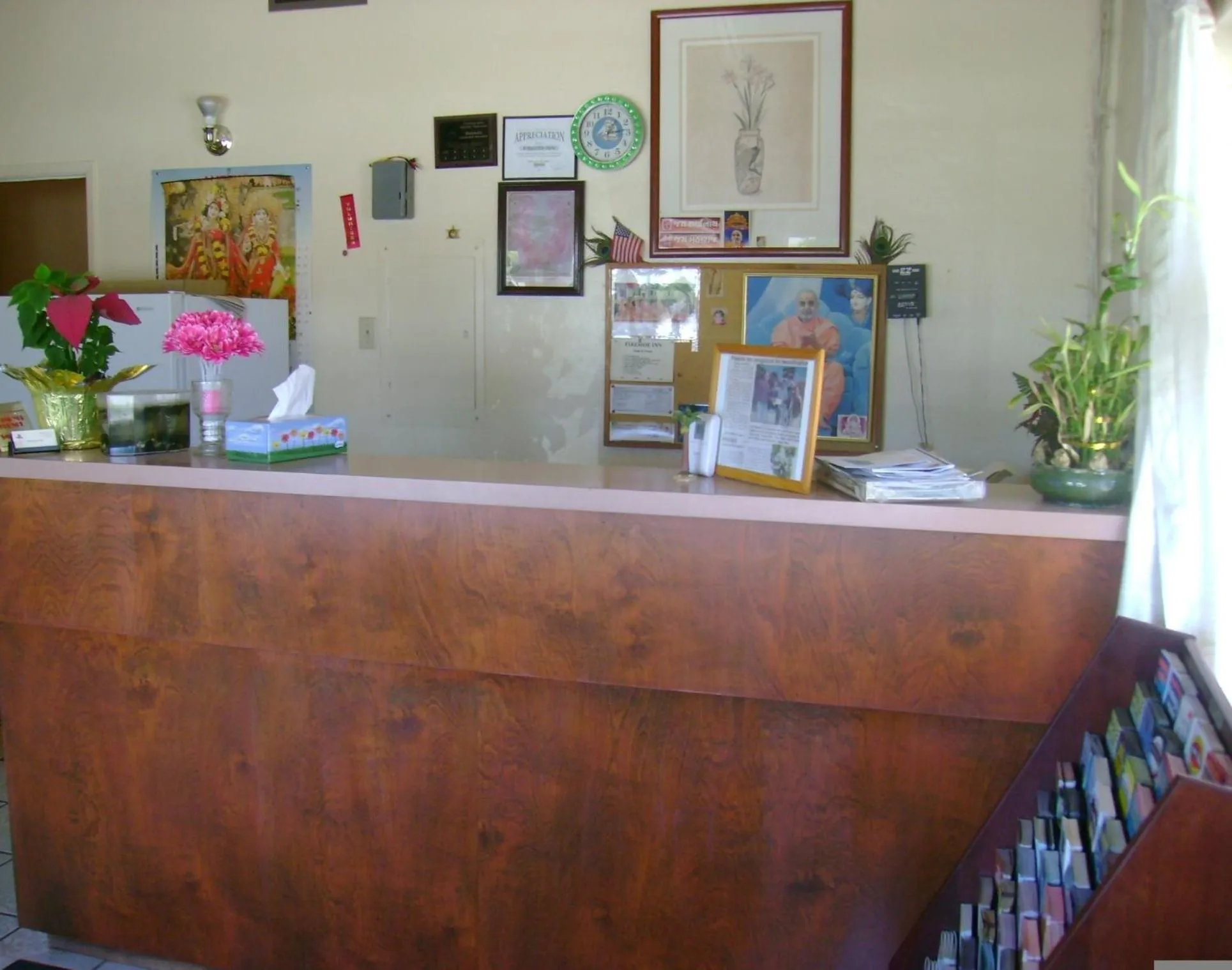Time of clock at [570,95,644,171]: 1:14
